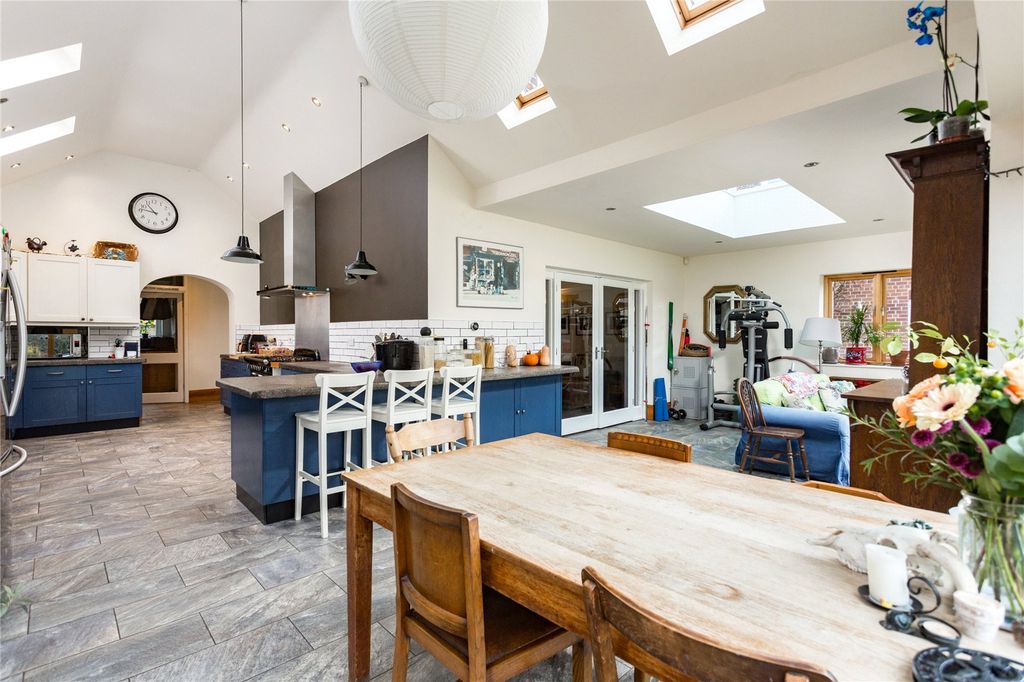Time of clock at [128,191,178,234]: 10:46
